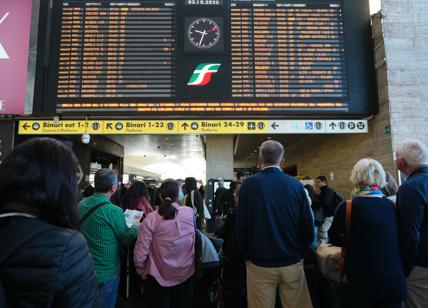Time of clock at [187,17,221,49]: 9:33
